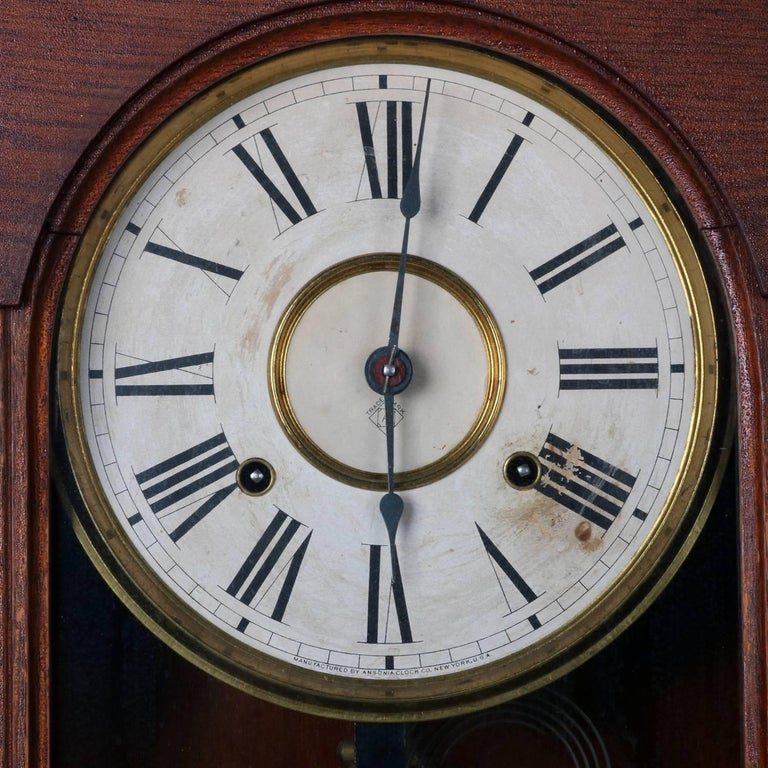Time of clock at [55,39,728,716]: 6:01
